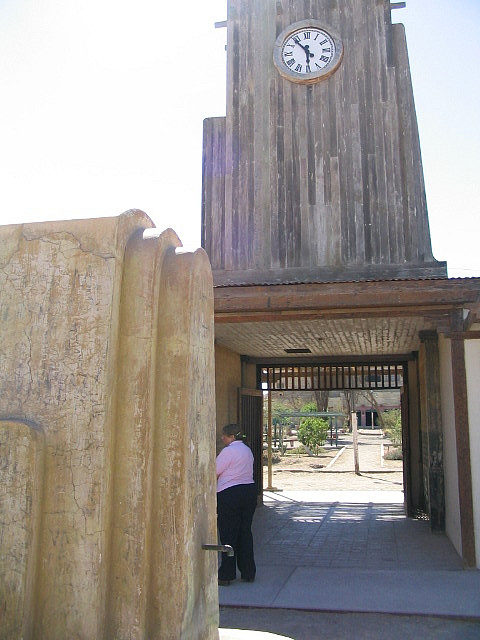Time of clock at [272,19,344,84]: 5:53
